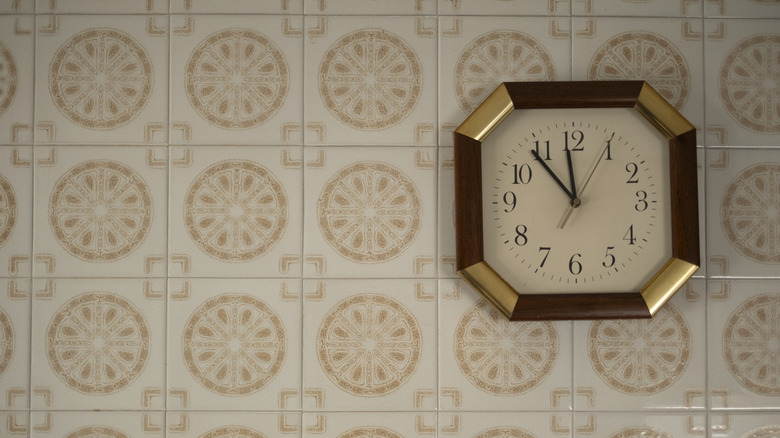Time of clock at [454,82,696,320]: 11:53
